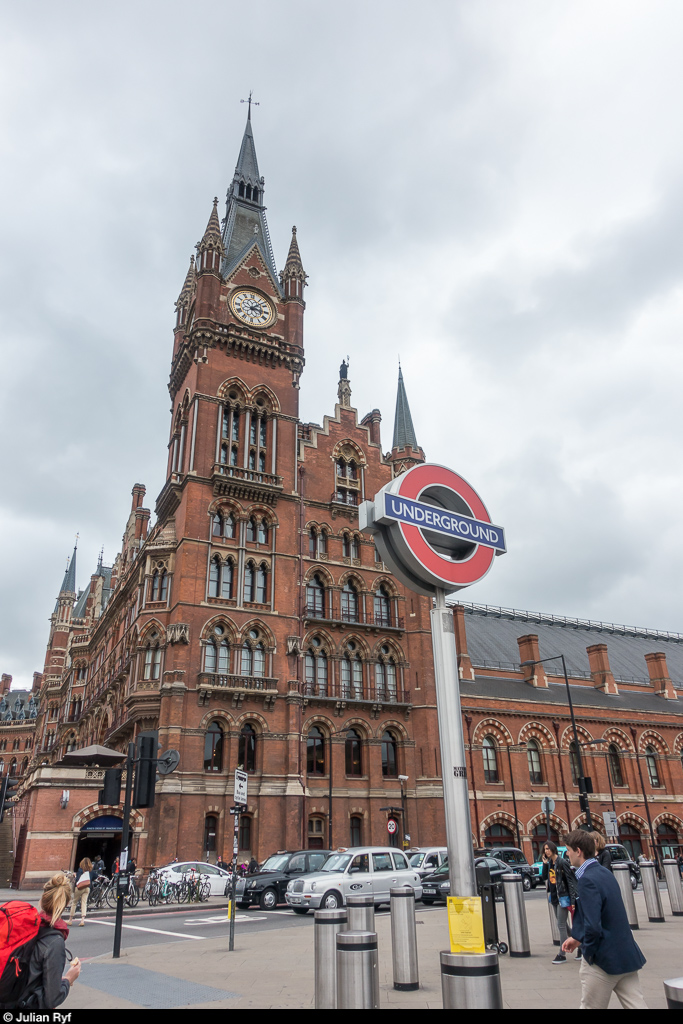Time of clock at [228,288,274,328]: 3:07
